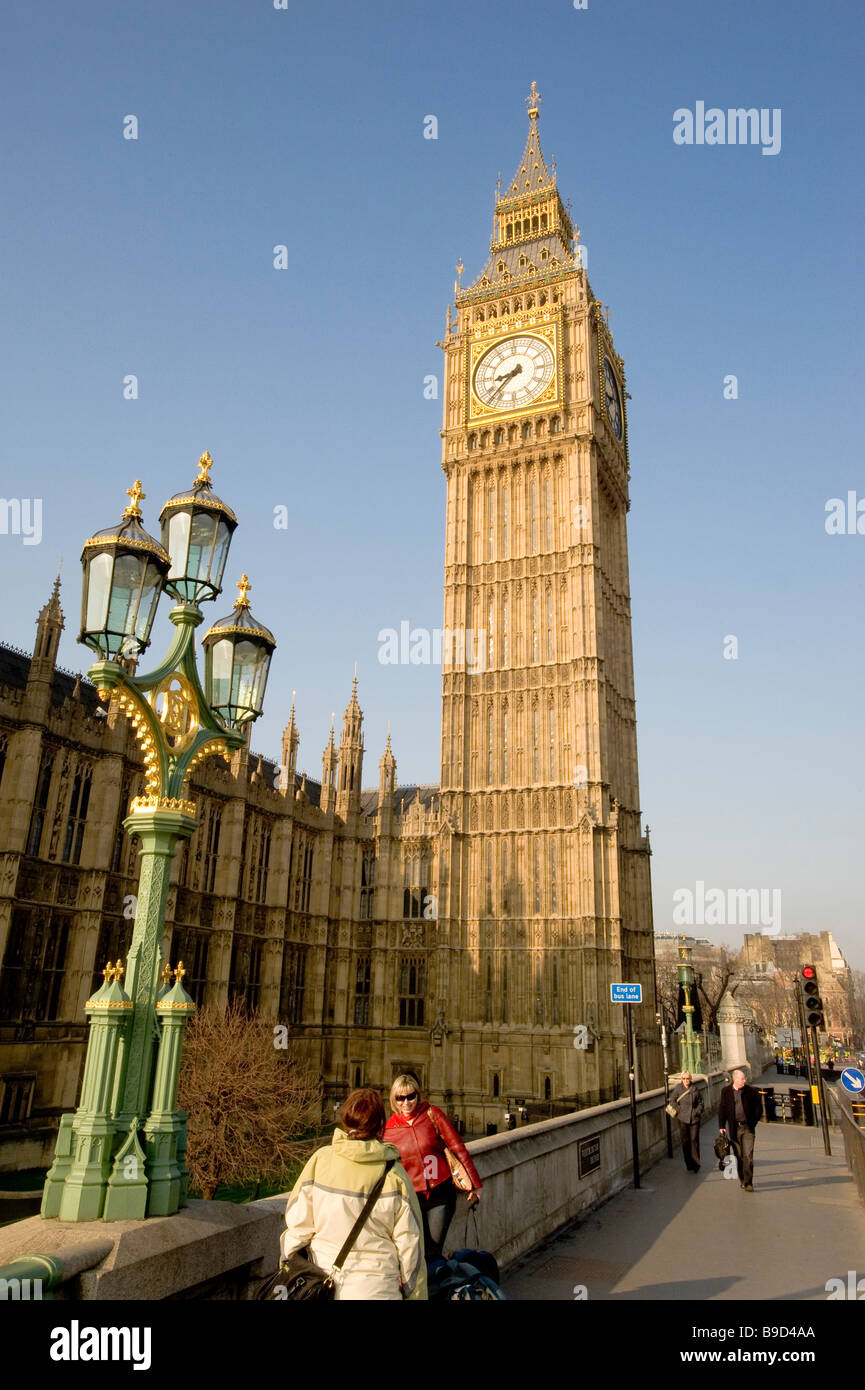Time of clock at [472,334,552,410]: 8:37
